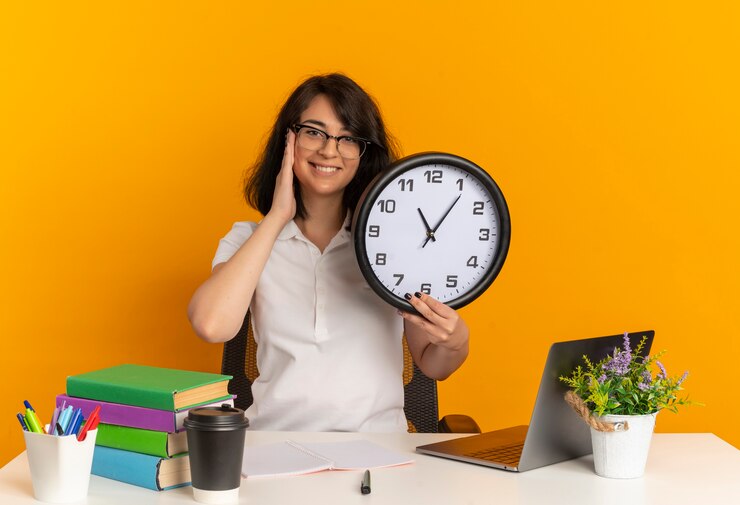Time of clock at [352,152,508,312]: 11:05
